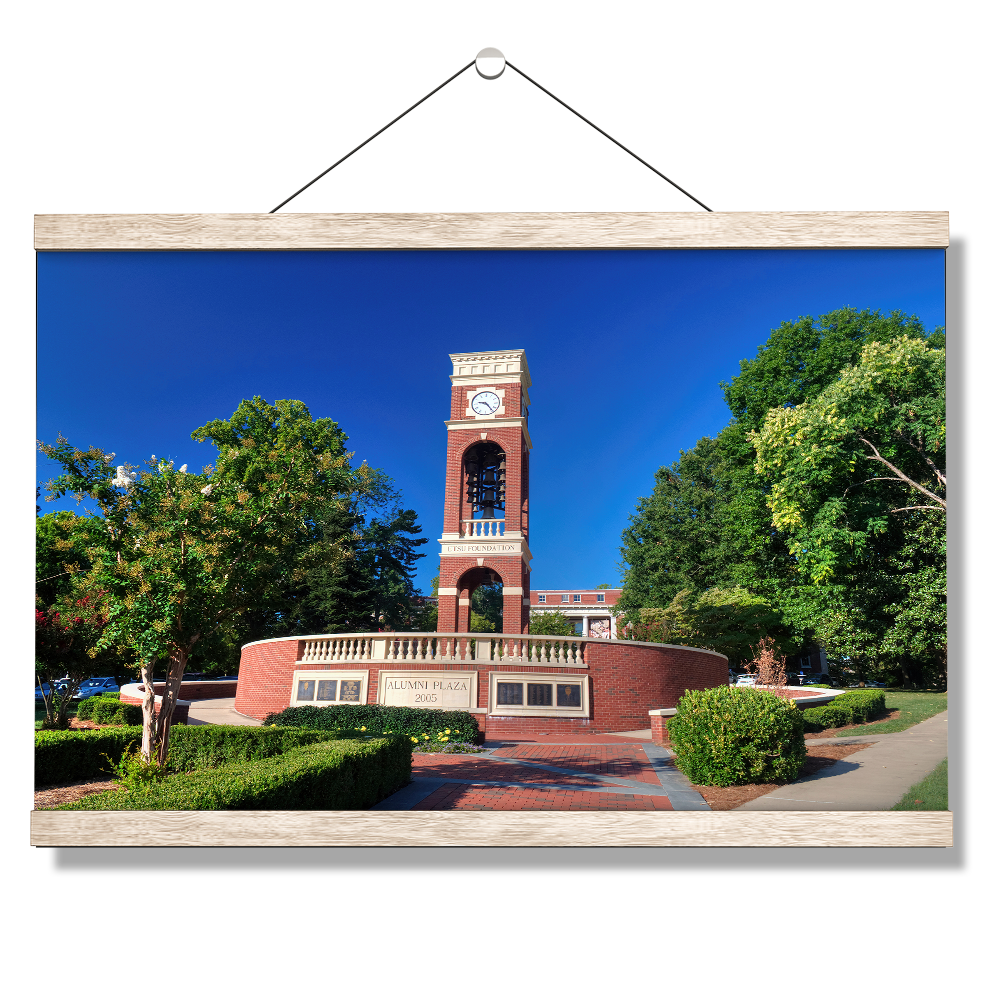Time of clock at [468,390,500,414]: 9:23
